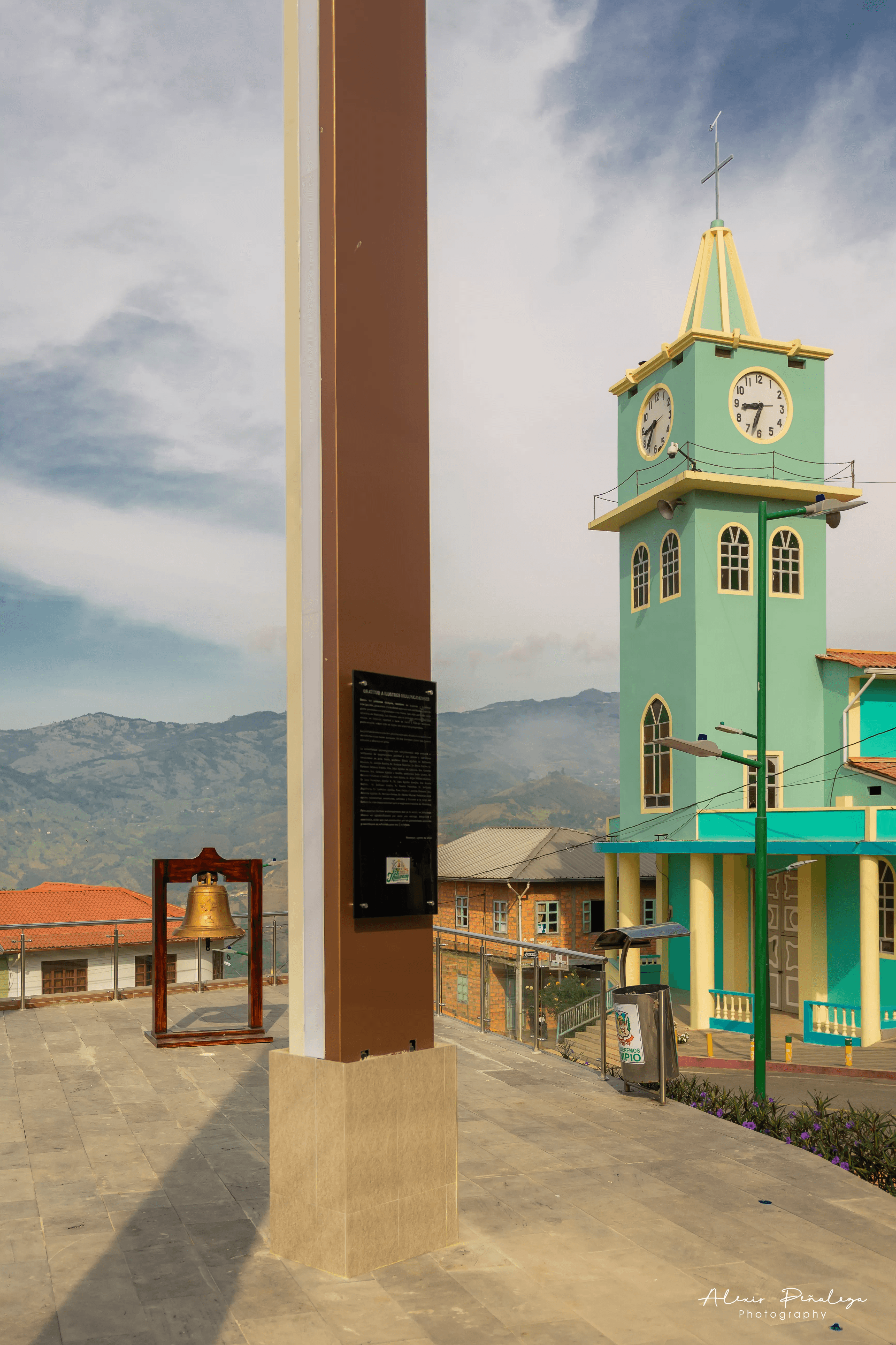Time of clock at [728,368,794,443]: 8:32
